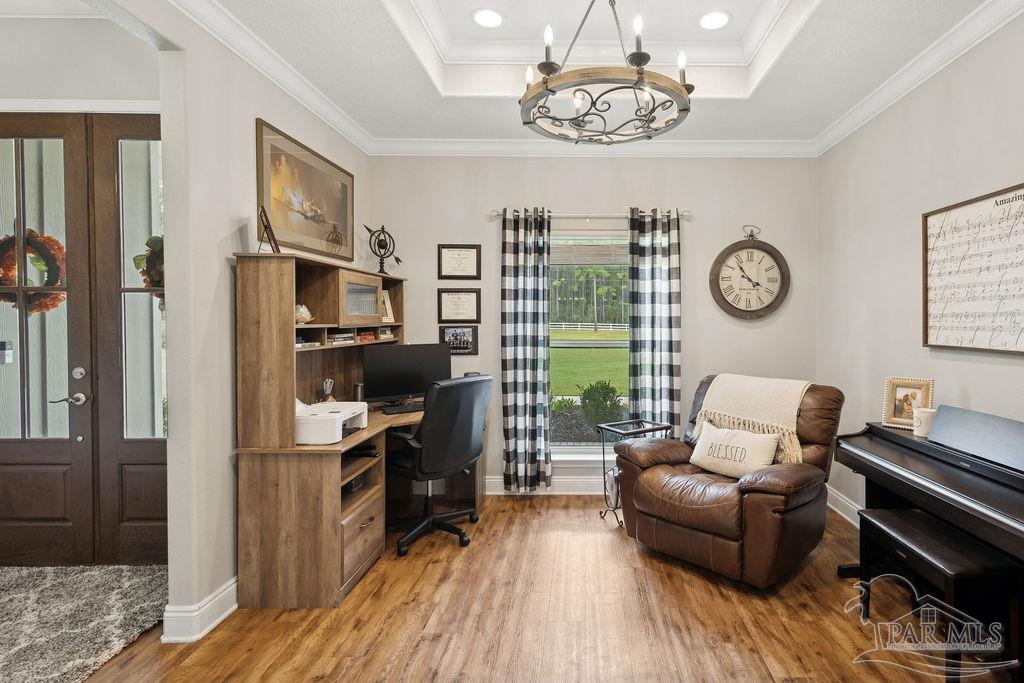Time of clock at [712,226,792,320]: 3:53
